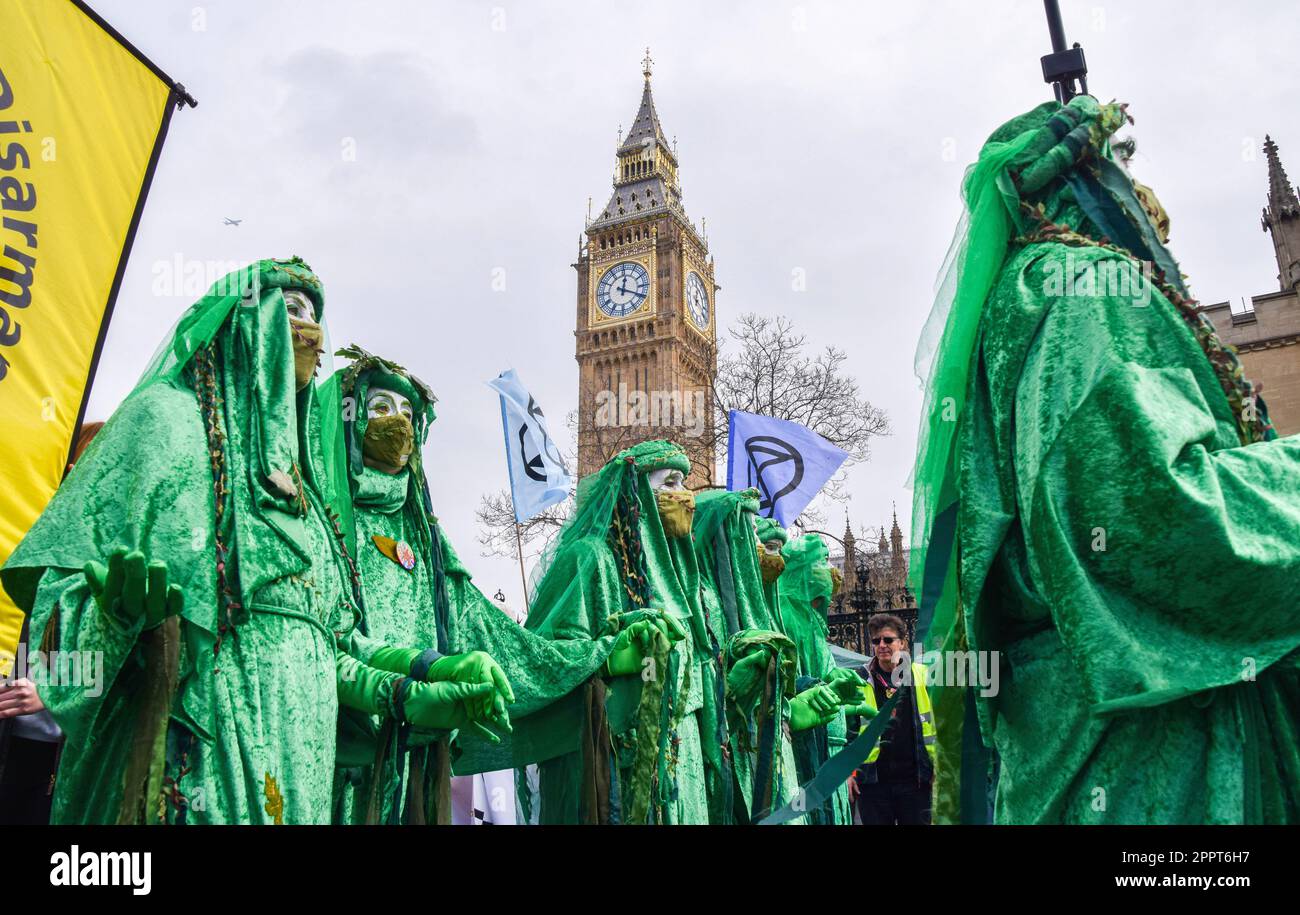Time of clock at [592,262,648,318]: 12:19
